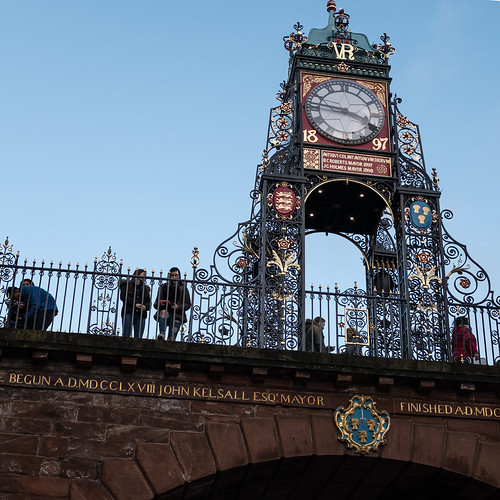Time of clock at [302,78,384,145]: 3:46
